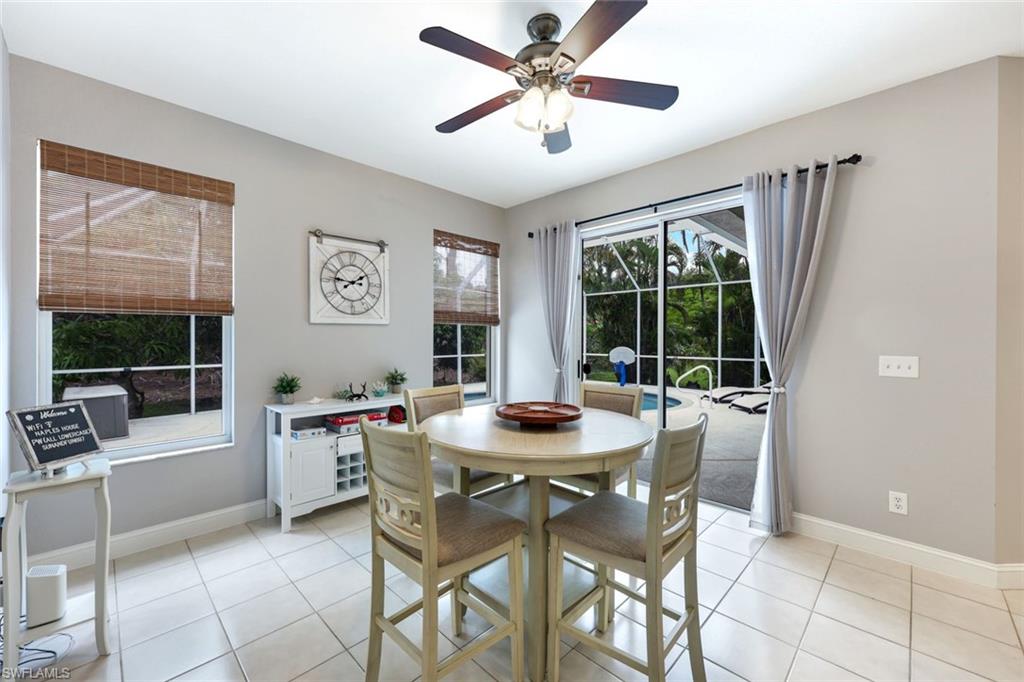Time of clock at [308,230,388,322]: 1:46
